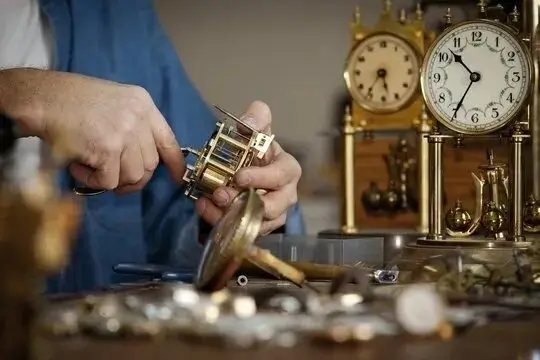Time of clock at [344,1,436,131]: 5:35
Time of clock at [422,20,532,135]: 10:35
